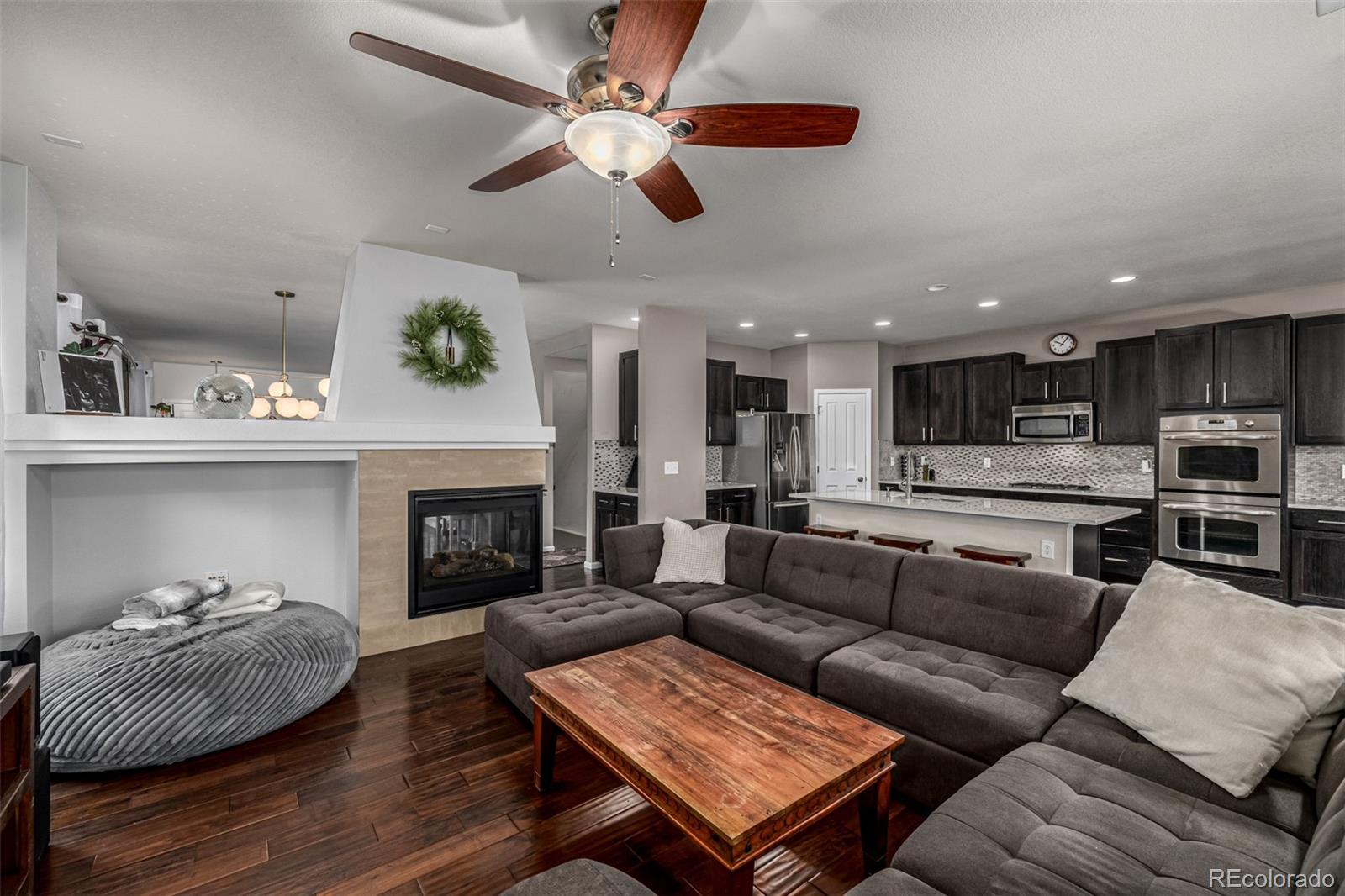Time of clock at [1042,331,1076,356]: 10:06
